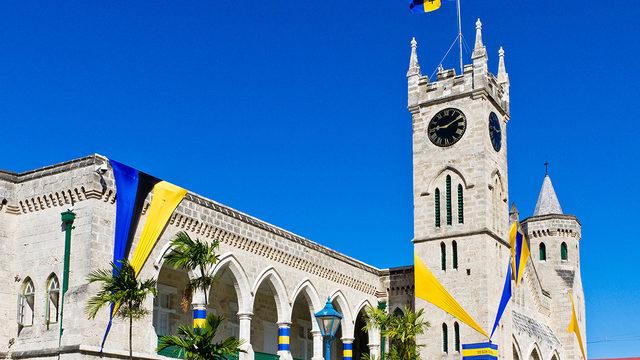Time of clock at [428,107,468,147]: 9:10
